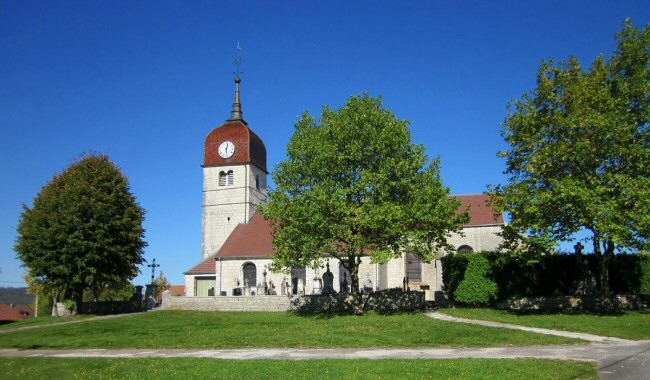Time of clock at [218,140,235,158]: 12:28
